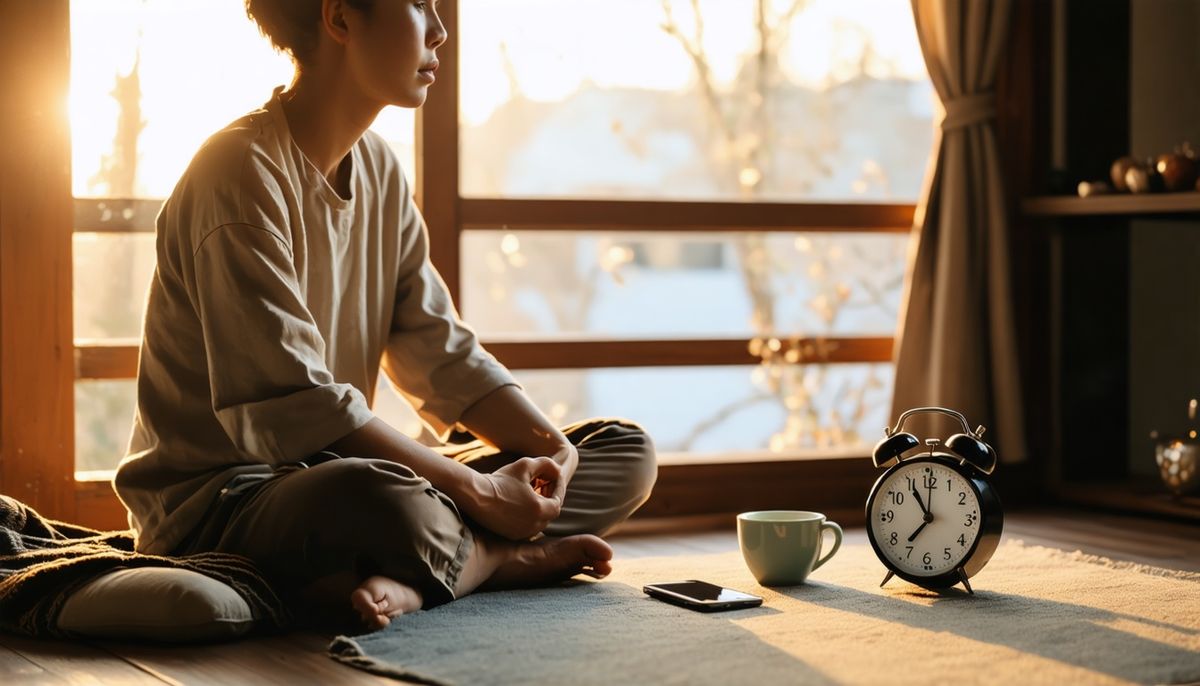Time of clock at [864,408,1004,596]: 11:01
